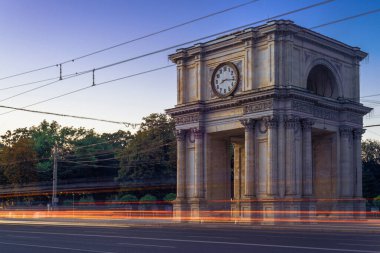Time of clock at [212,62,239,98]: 8:16
